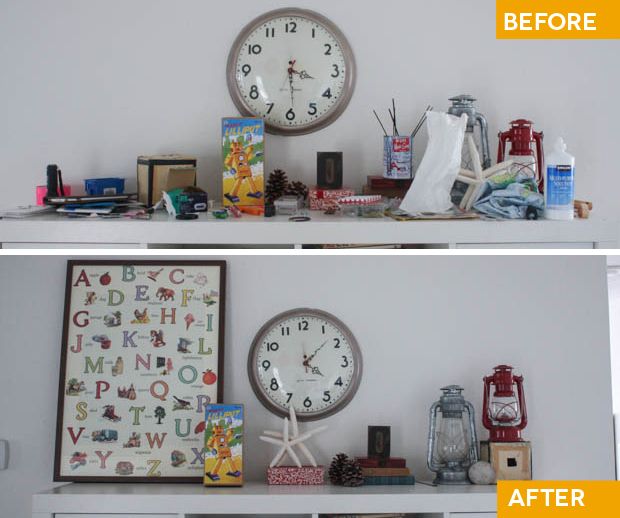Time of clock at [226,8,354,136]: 3:29
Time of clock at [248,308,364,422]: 4:07
